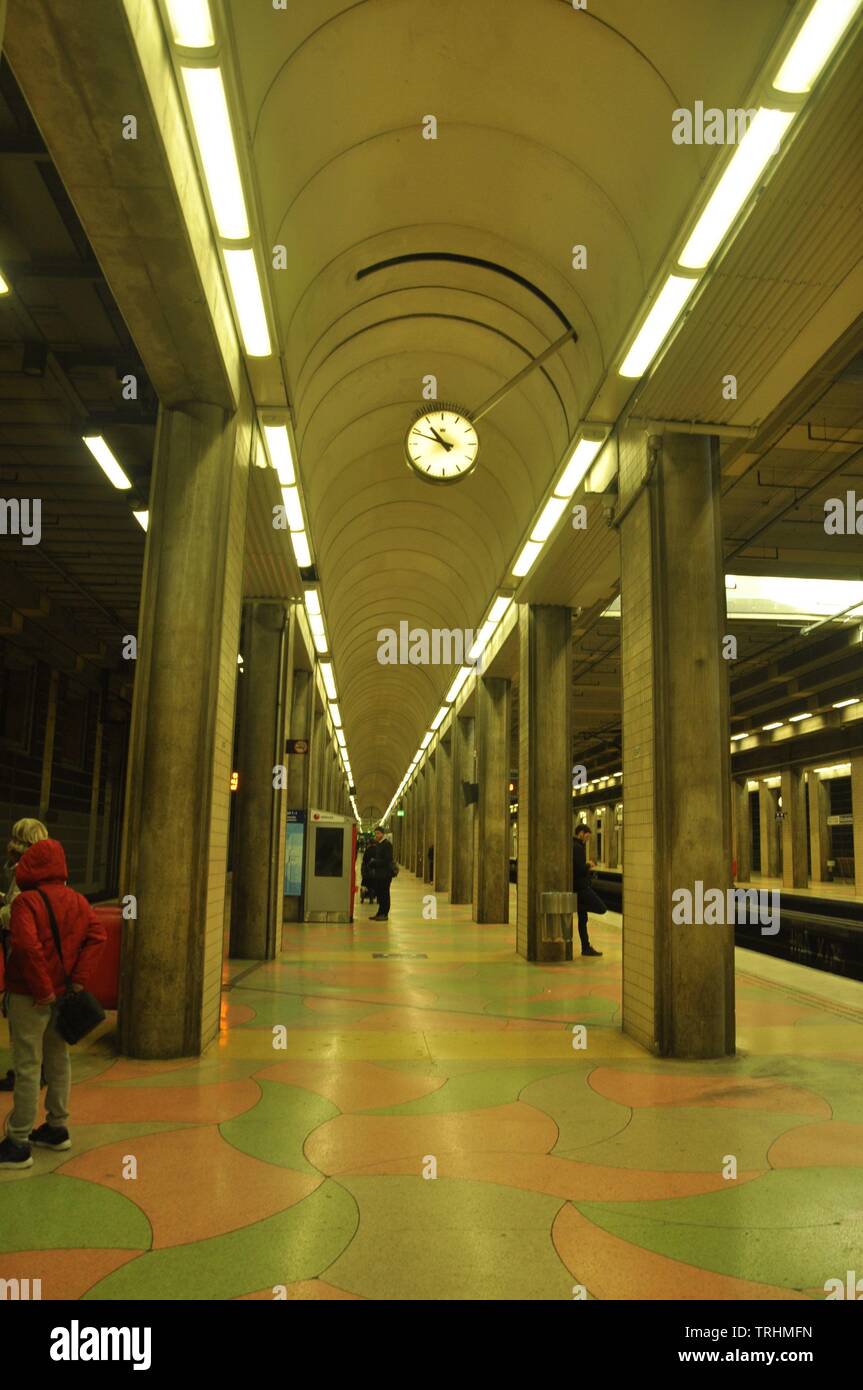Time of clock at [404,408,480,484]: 10:48
